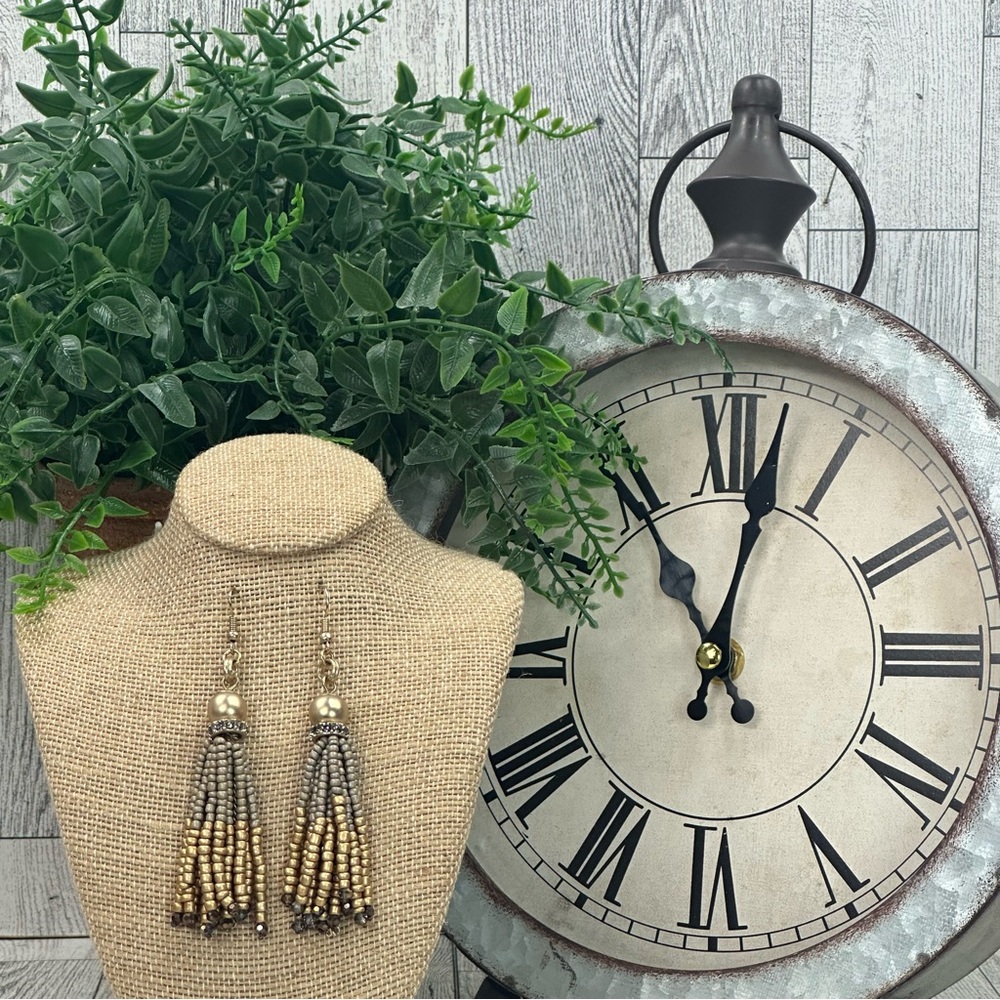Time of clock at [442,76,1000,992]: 11:02
